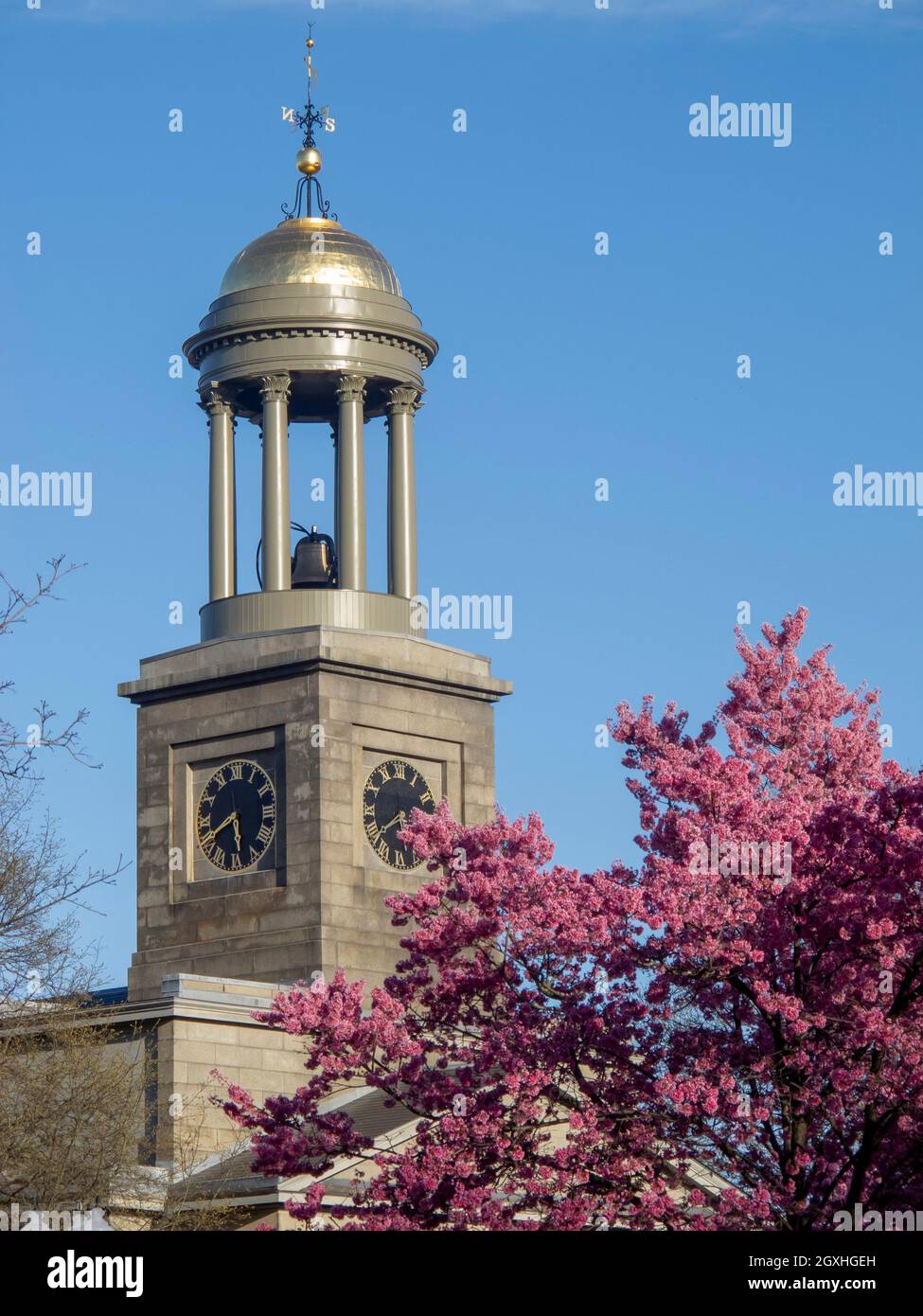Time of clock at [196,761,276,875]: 5:40
